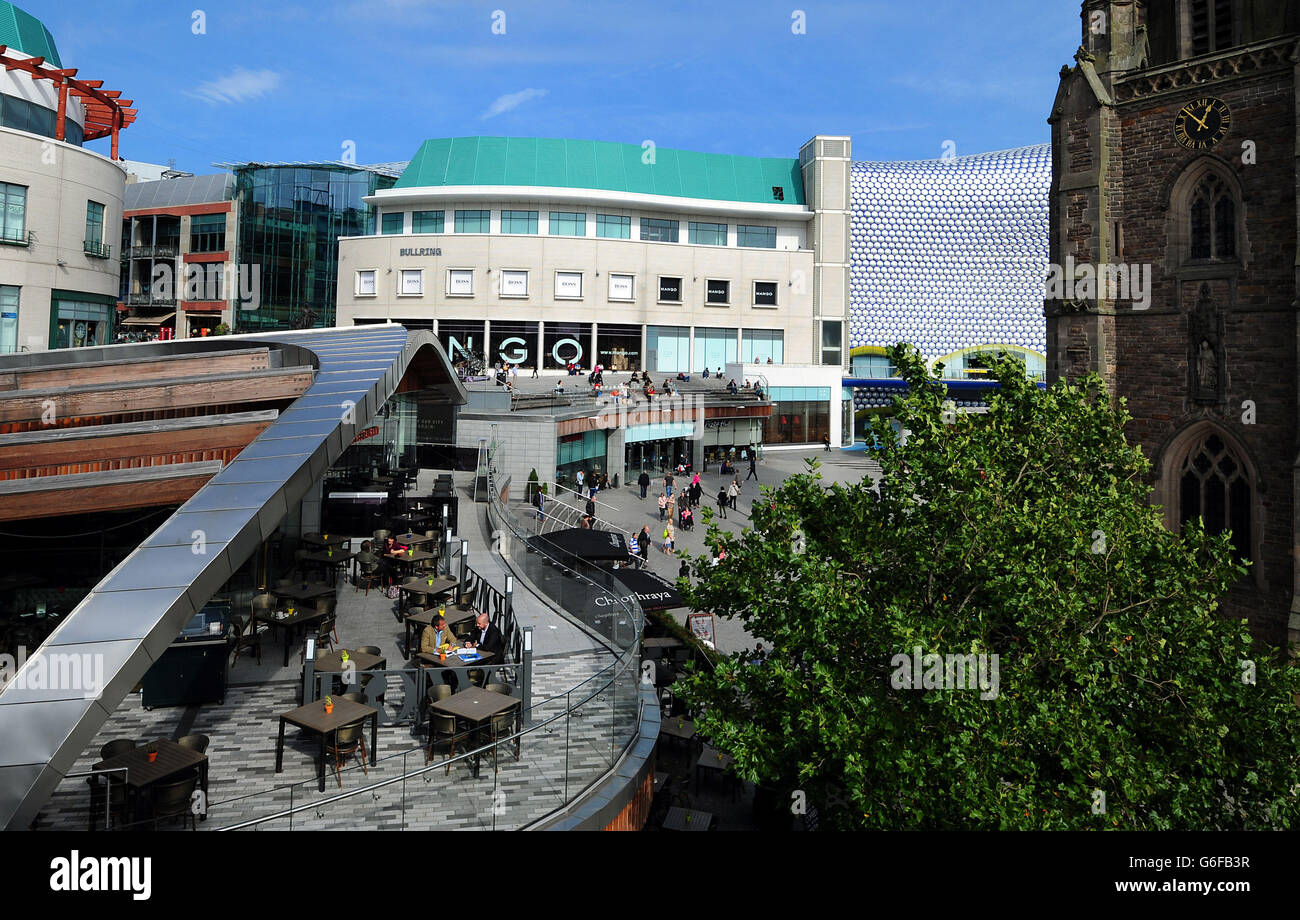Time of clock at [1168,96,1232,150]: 12:52
